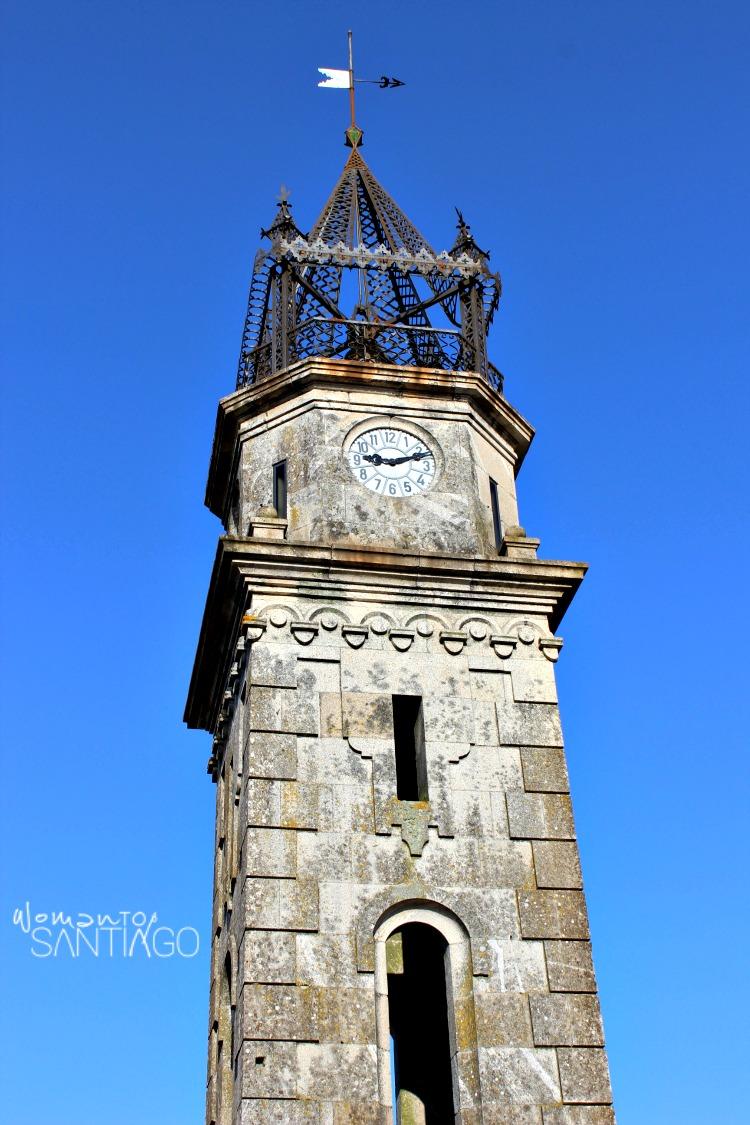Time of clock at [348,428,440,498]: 9:11
